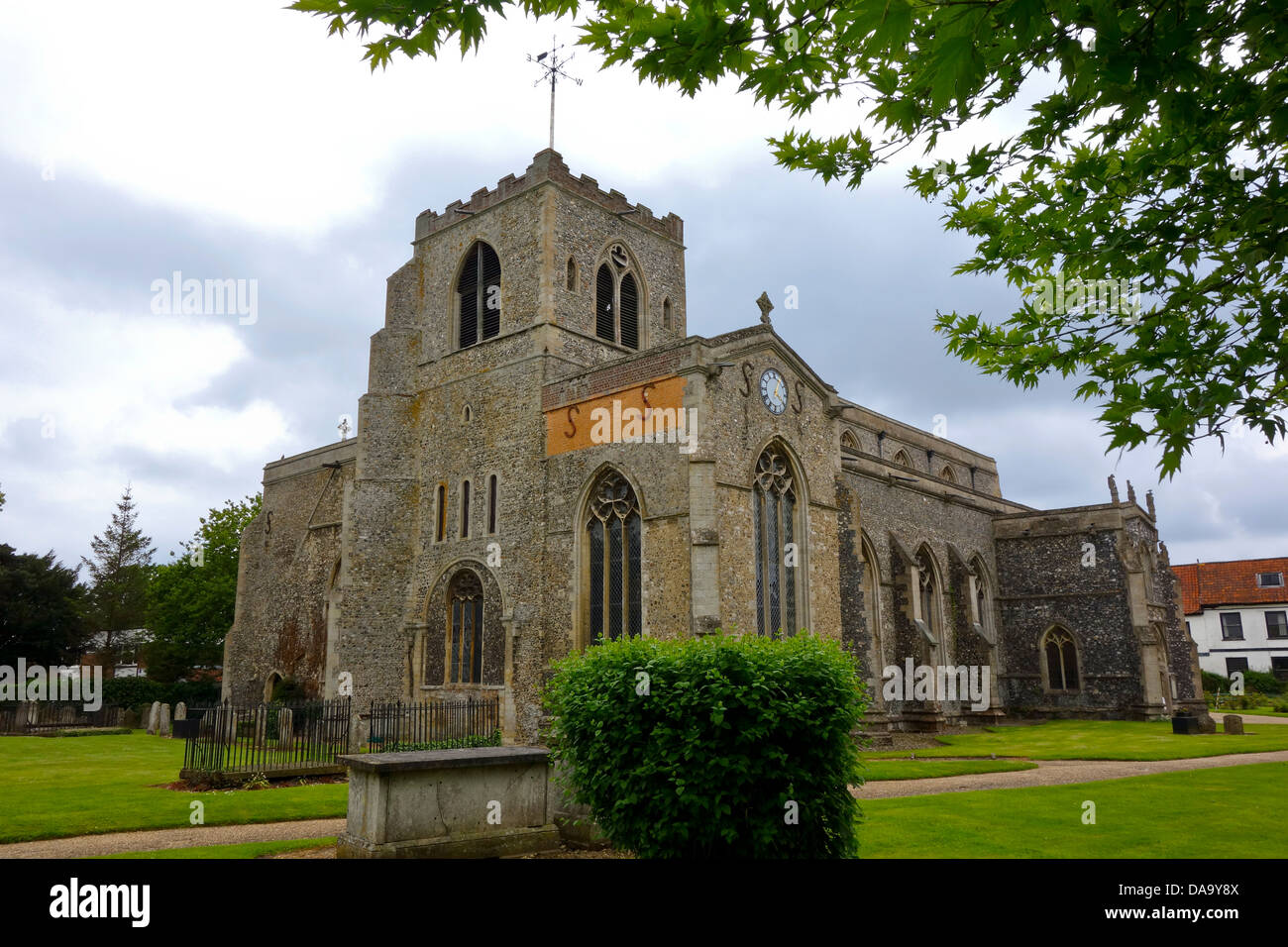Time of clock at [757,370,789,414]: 4:04
